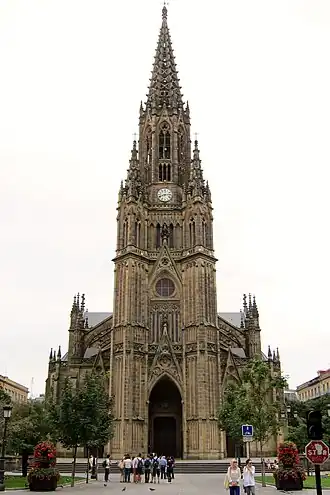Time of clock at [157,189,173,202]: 8:14
